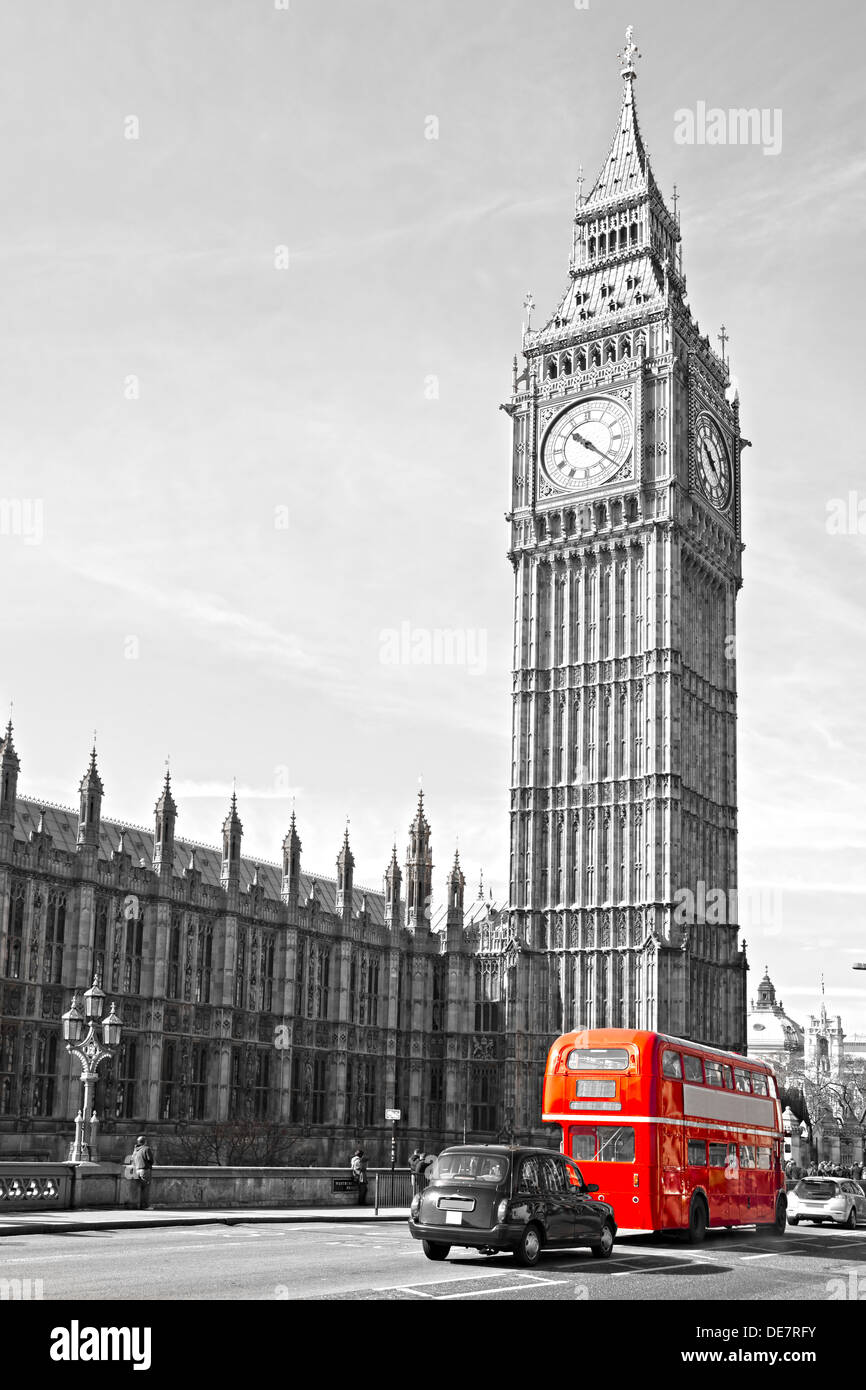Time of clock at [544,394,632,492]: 10:22
